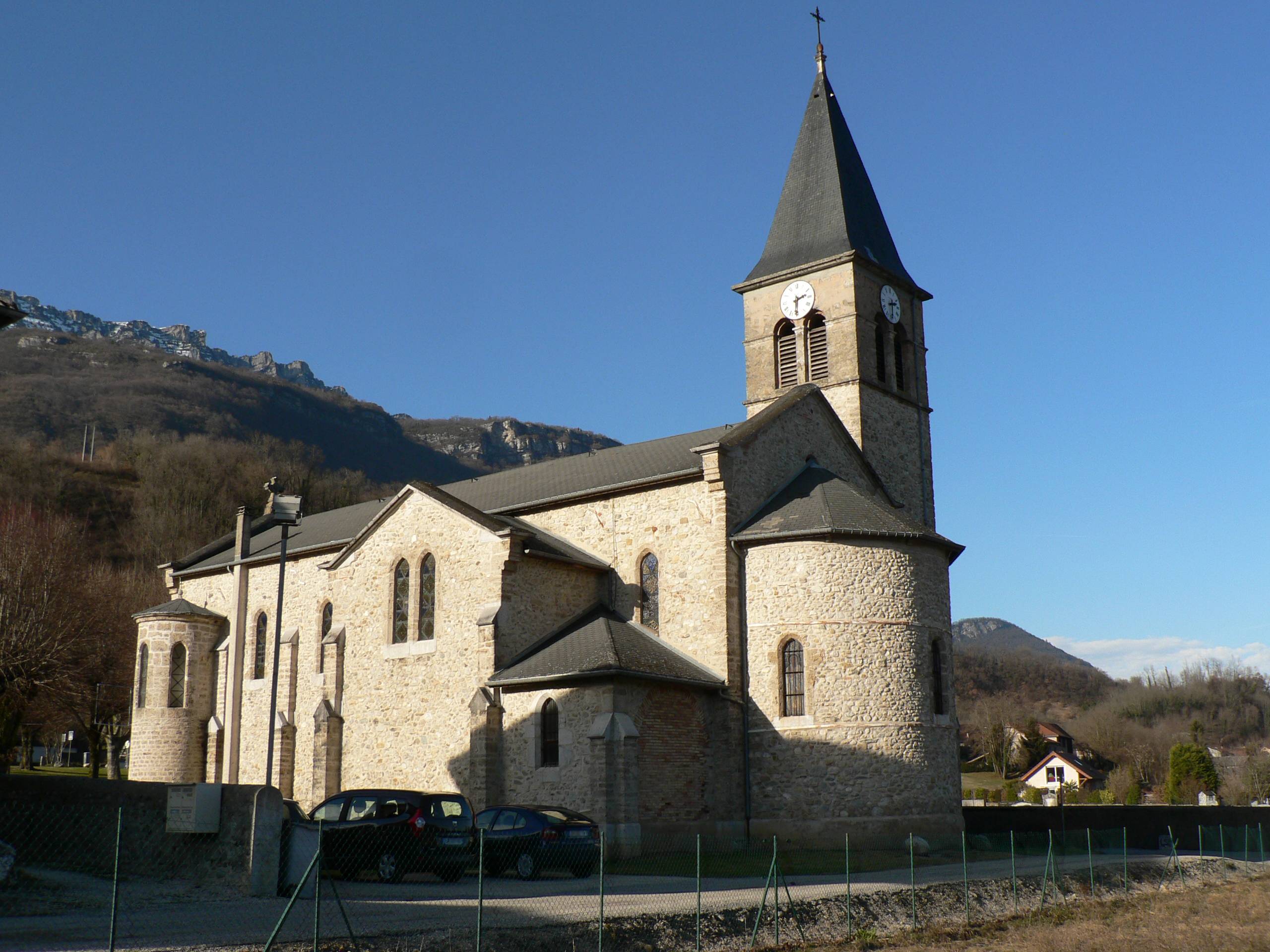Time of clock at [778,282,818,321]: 2:30
